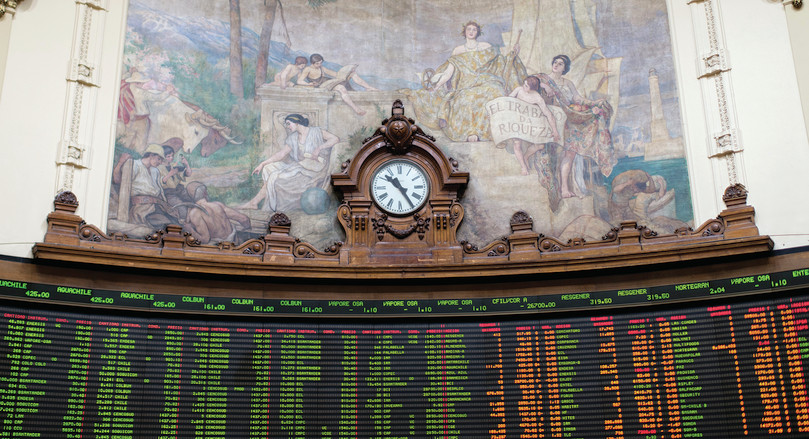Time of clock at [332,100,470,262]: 10:24
